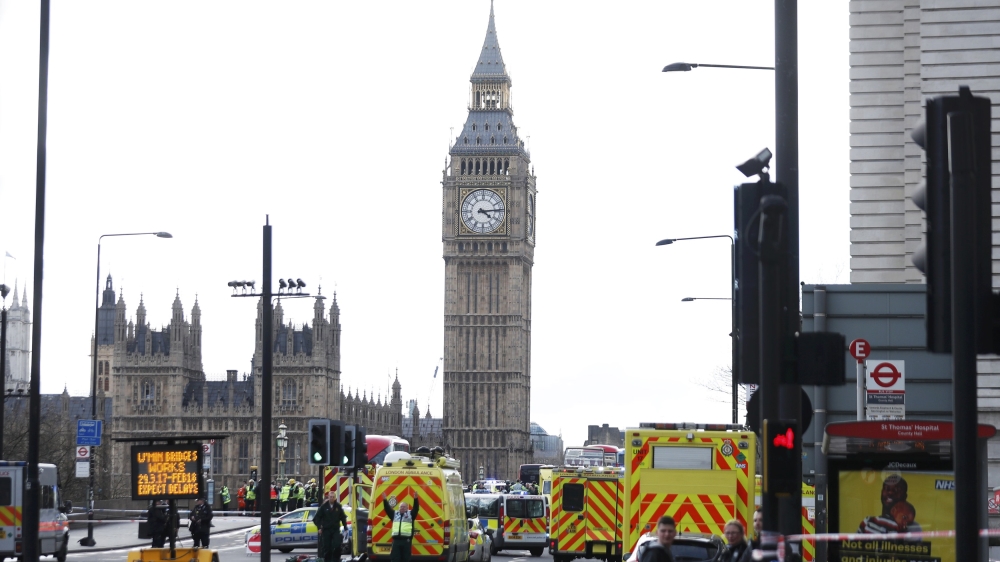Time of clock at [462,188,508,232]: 4:14
